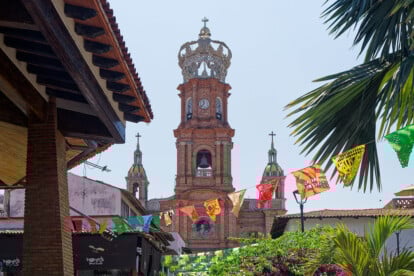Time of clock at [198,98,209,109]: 11:37
